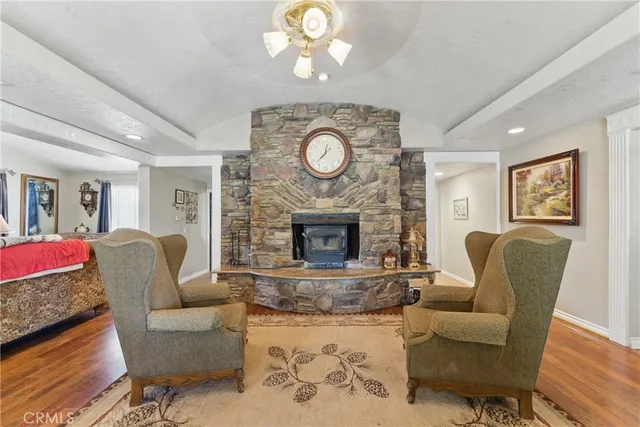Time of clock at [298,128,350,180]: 12:37
